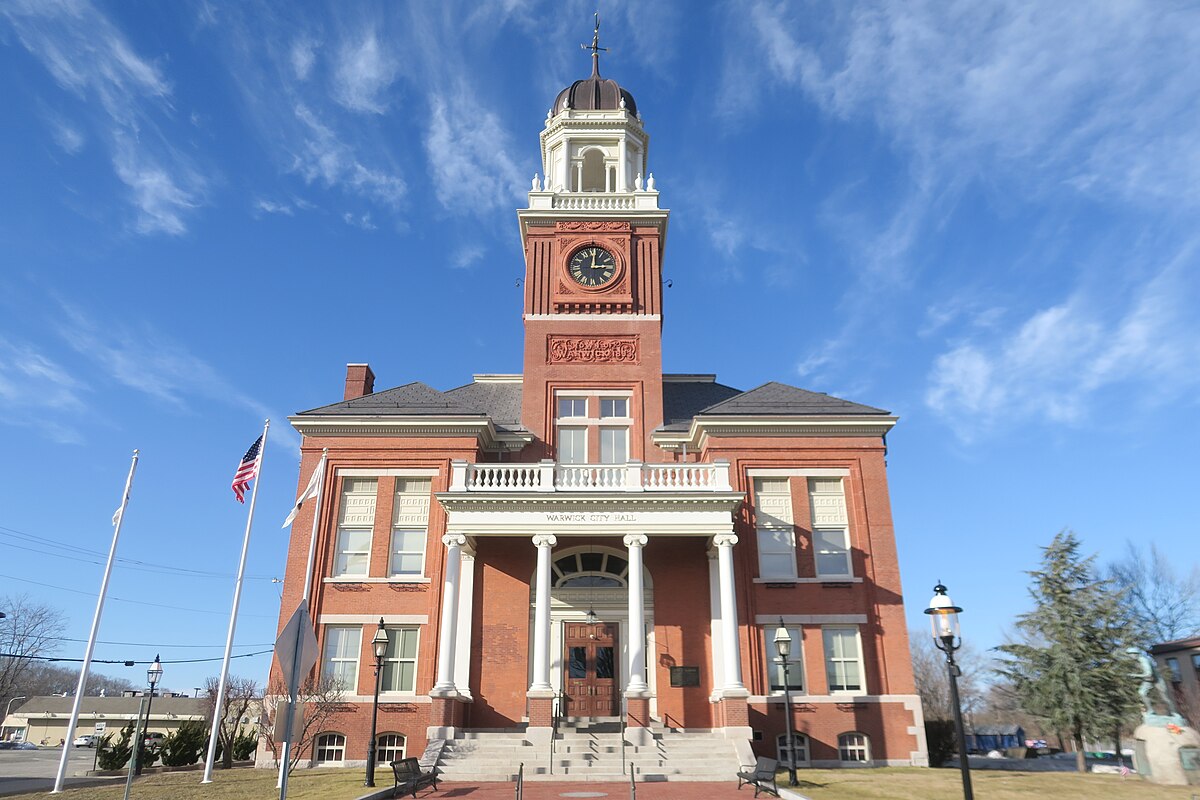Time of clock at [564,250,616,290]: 3:00
